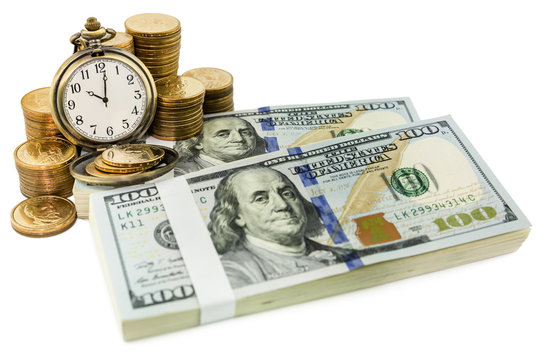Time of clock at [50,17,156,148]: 10:00
